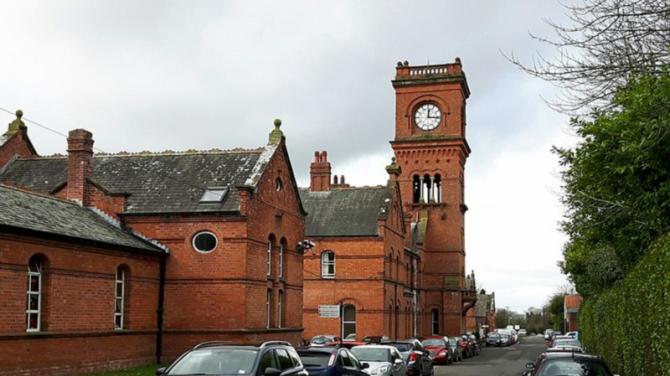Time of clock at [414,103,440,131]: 12:15
